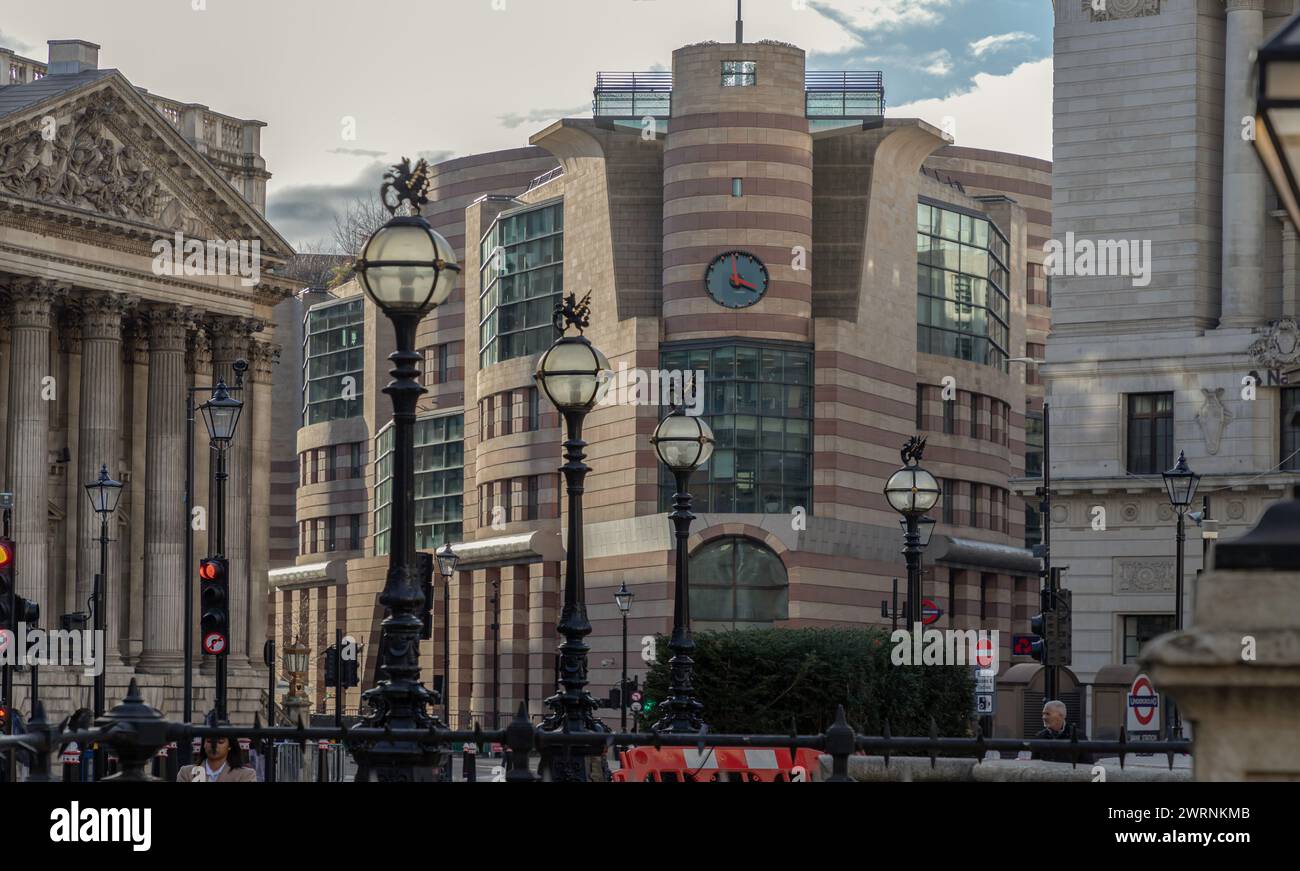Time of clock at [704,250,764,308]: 3:58
